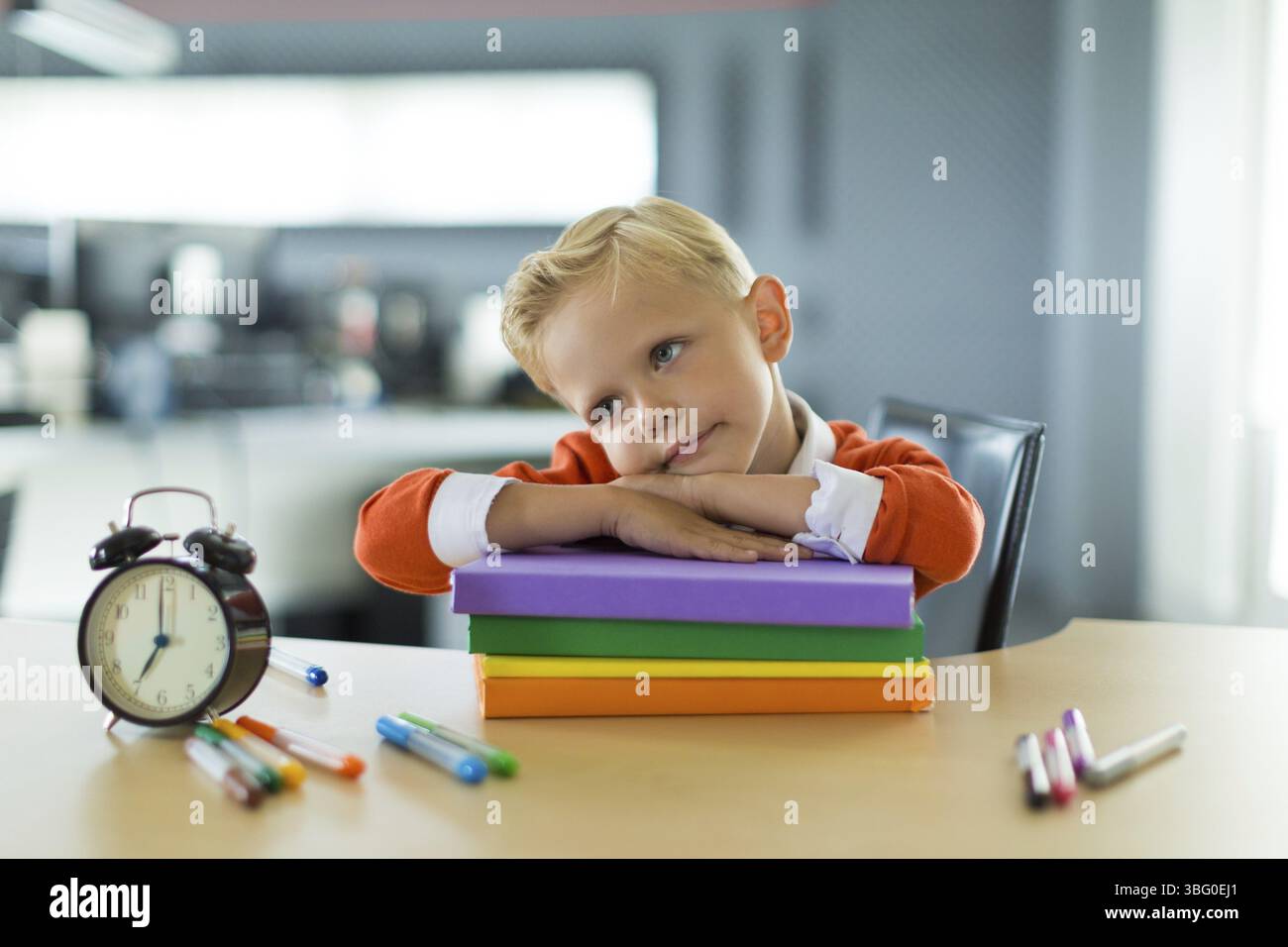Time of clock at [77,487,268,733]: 7:00
